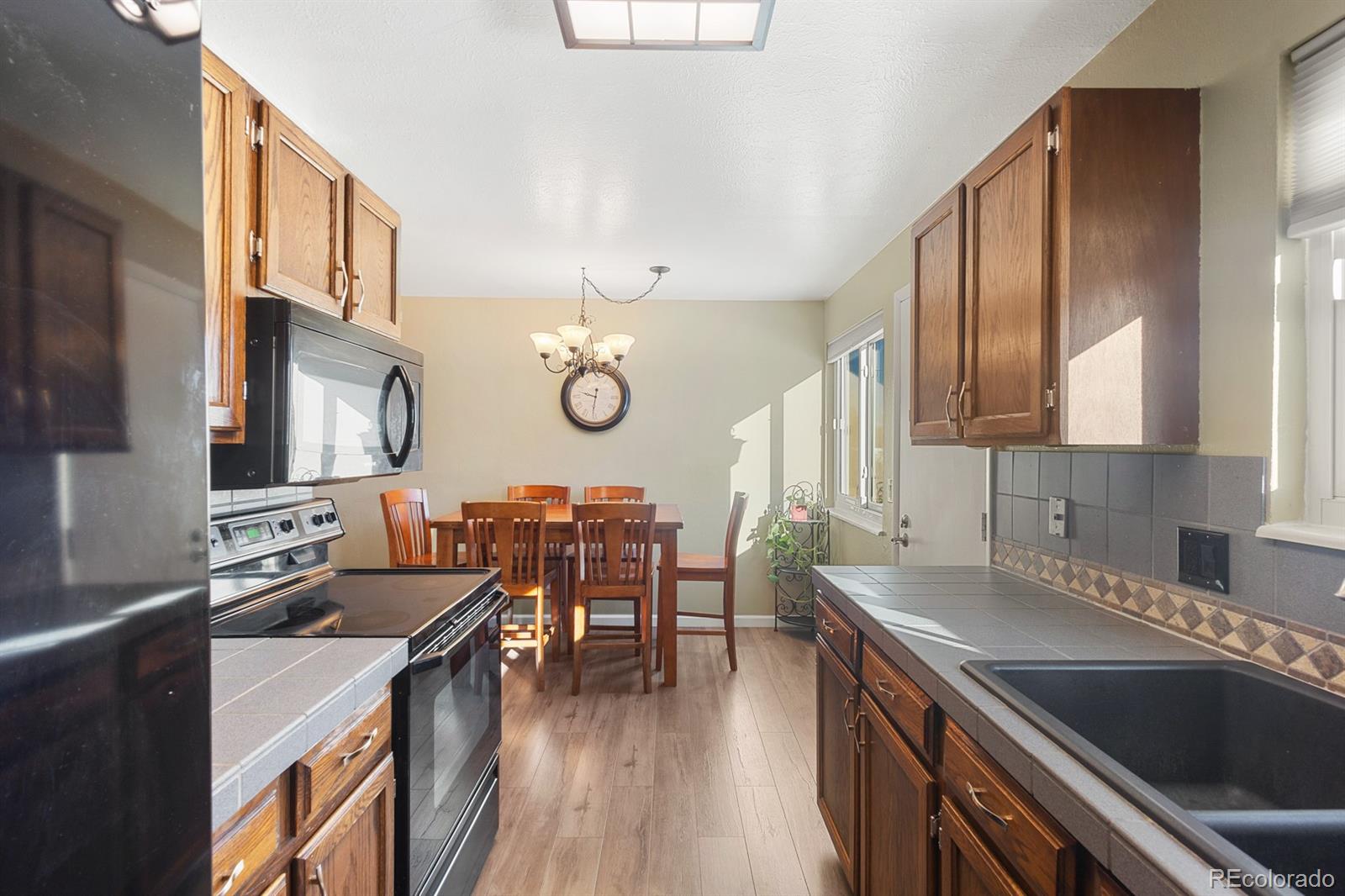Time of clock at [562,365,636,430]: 9:31
